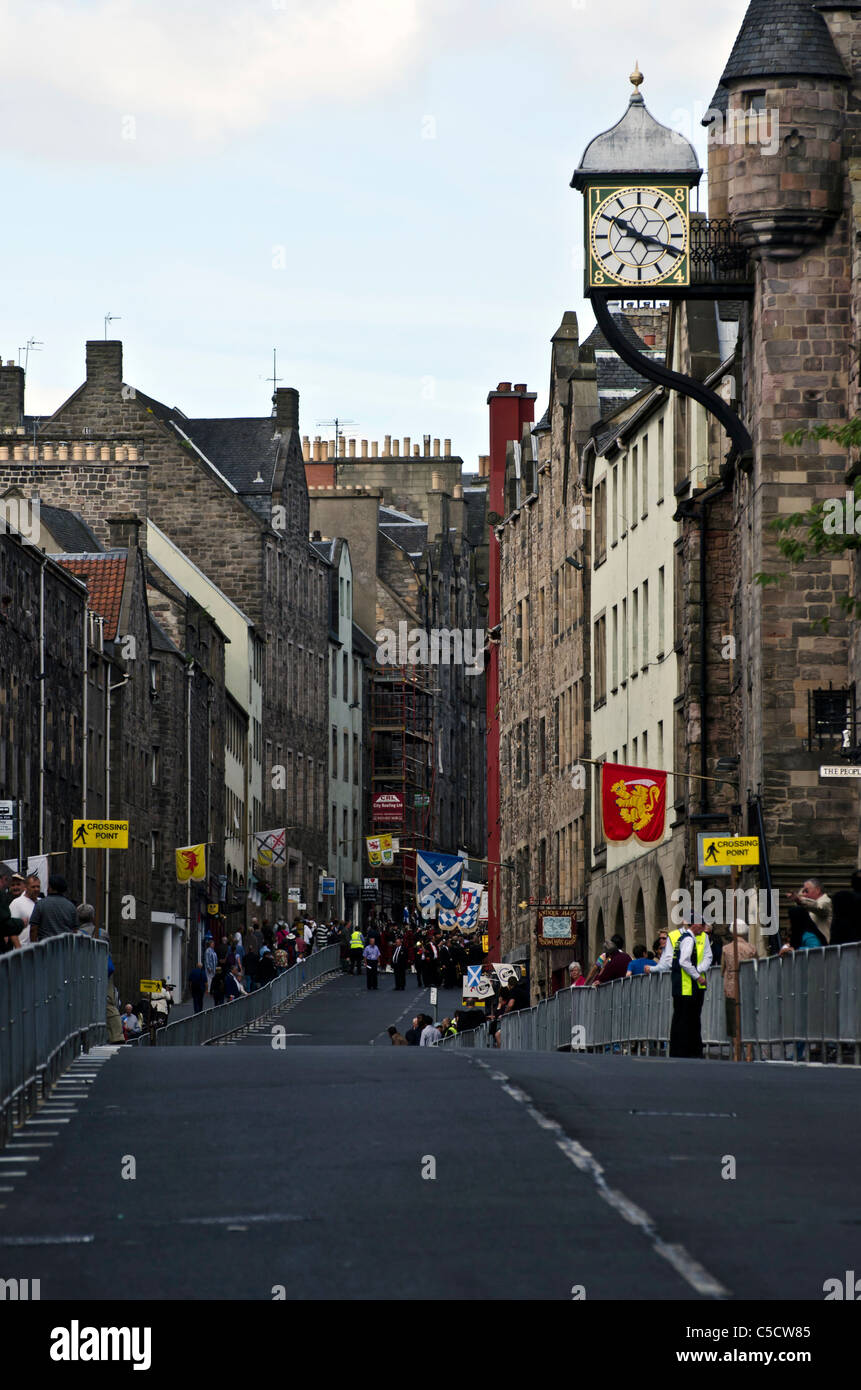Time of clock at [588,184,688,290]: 10:18
